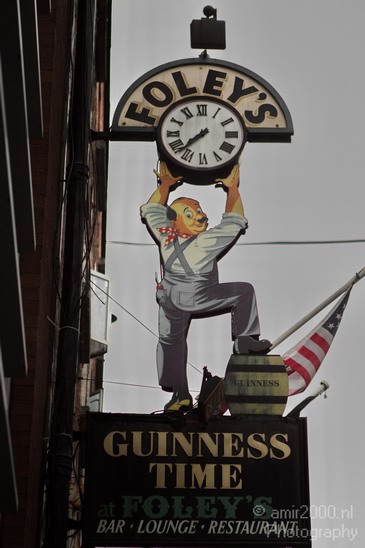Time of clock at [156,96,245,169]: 7:37
